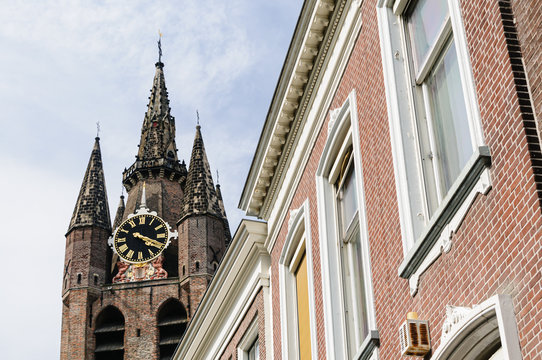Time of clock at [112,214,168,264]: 4:19
